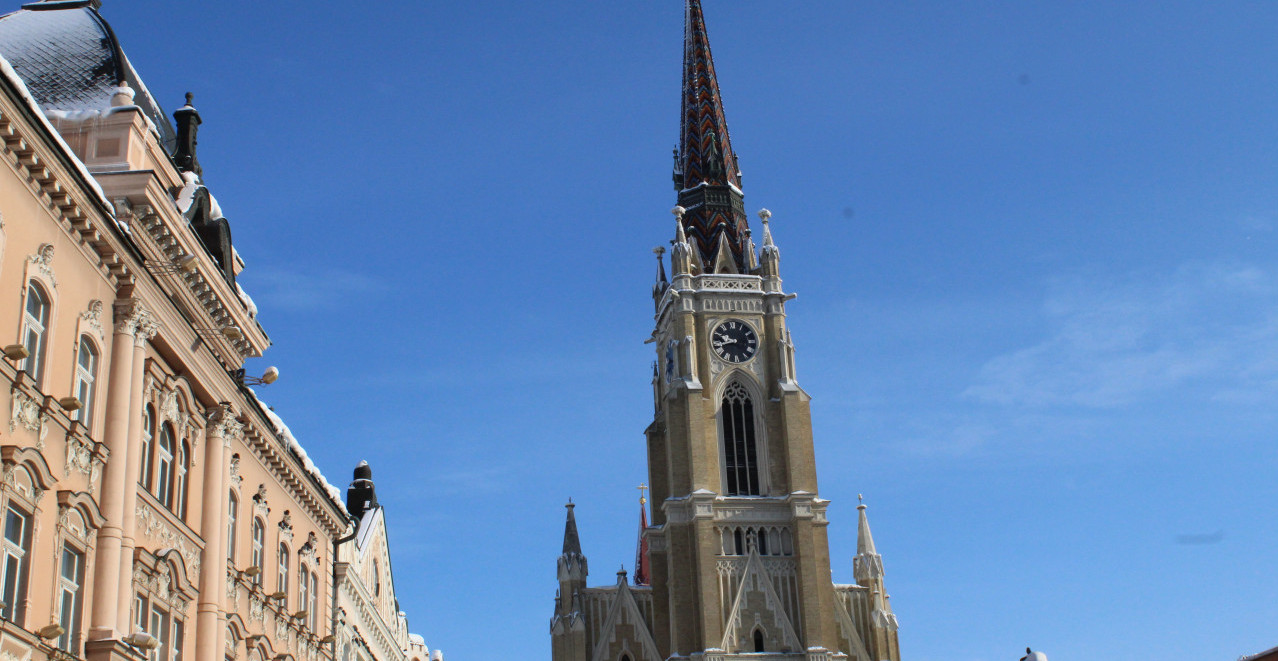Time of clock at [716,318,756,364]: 9:42
